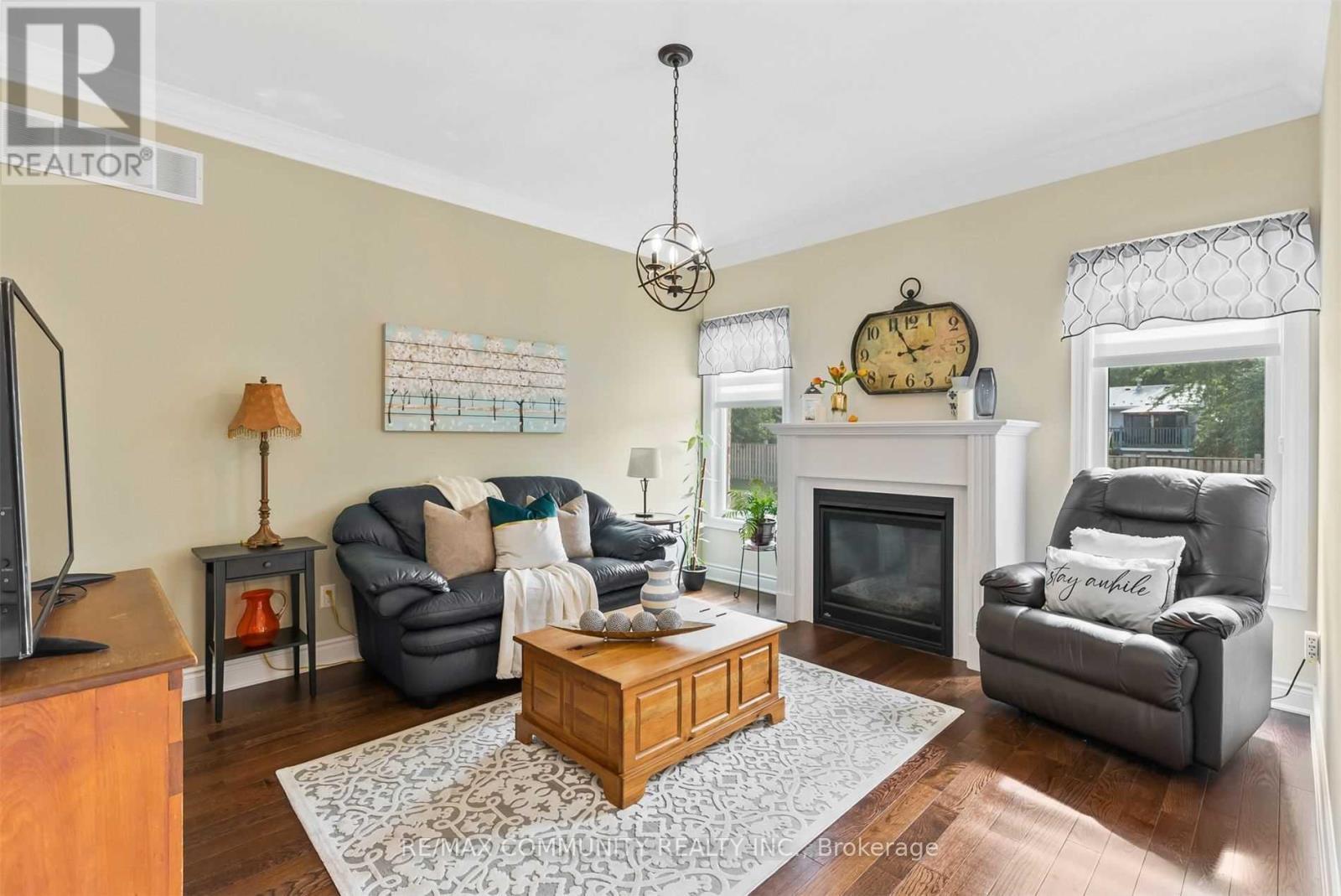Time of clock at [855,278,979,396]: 2:55
